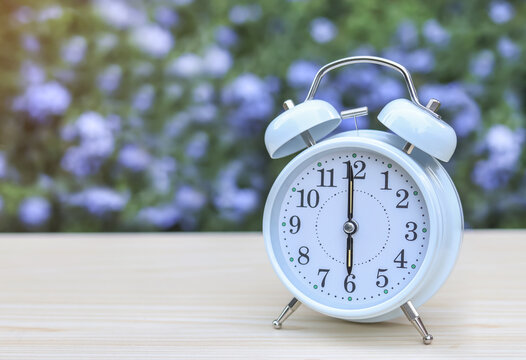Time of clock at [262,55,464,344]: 5:59
